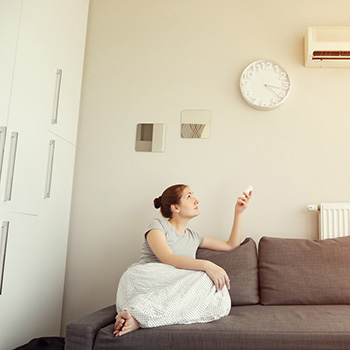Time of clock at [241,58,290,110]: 3:21
